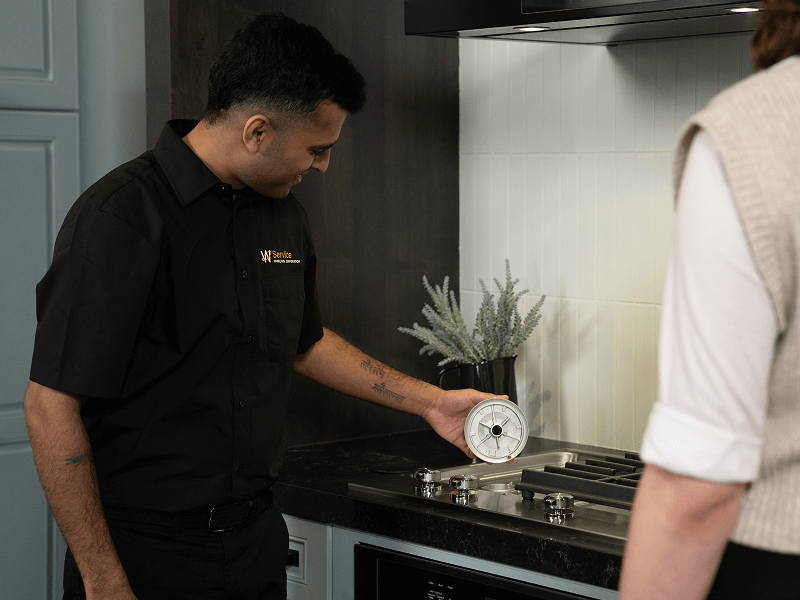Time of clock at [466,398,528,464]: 1:50
